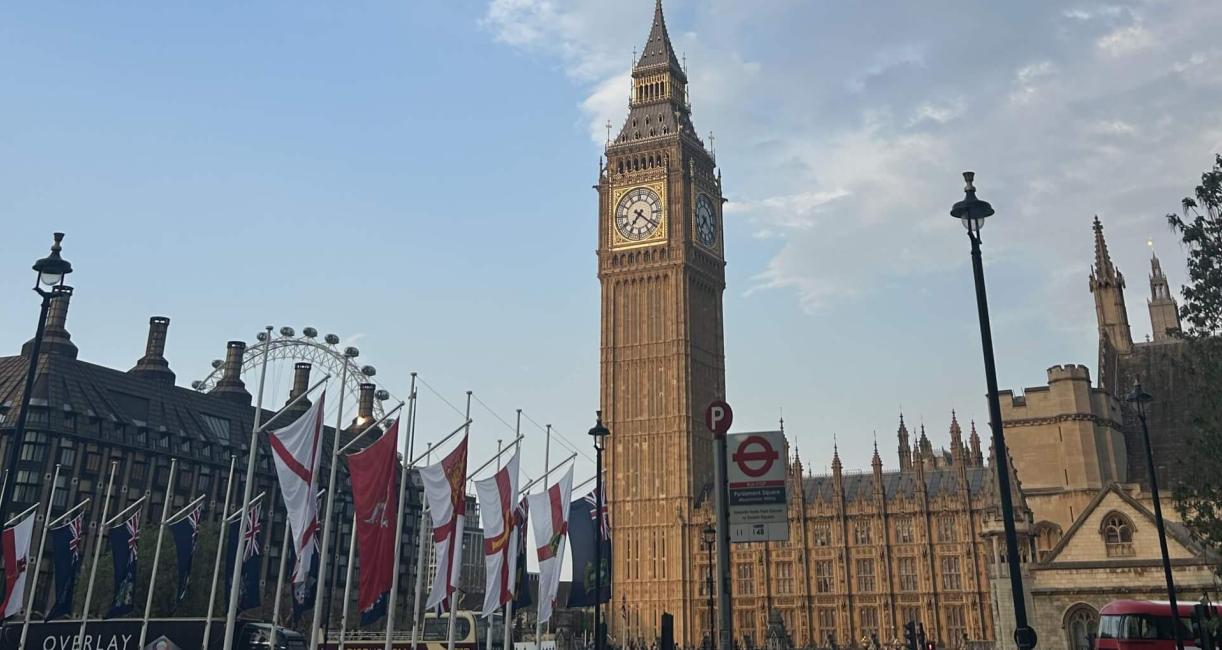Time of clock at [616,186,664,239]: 7:21
